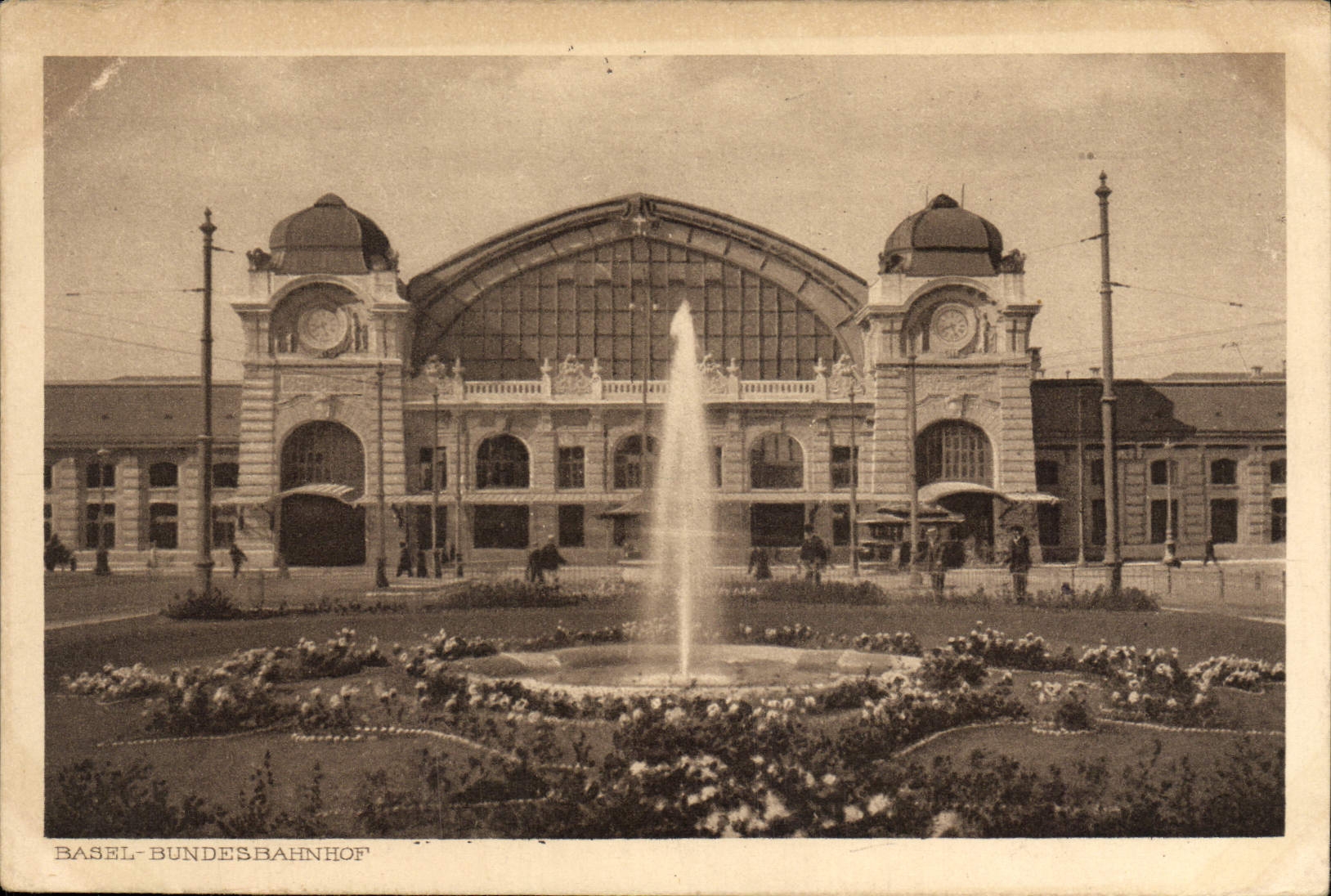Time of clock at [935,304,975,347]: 8:26
